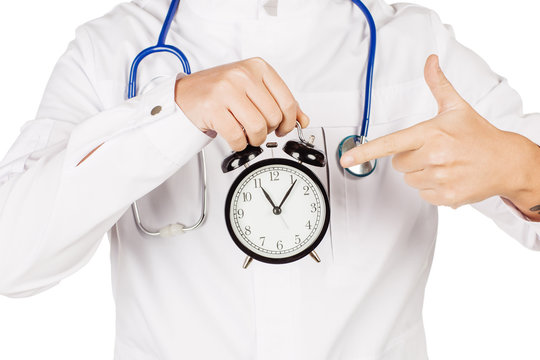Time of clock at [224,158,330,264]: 11:06
